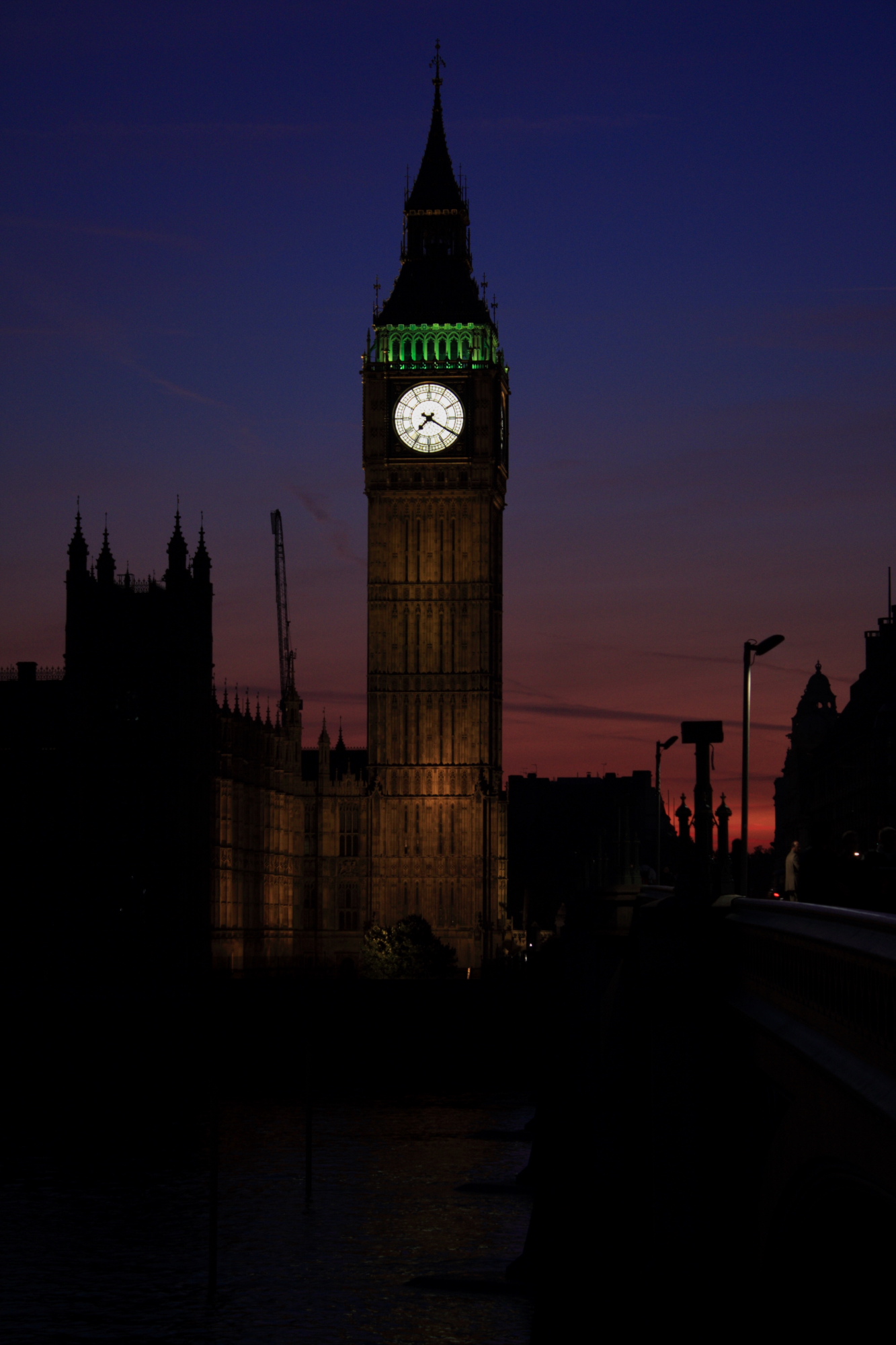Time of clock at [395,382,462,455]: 7:20
